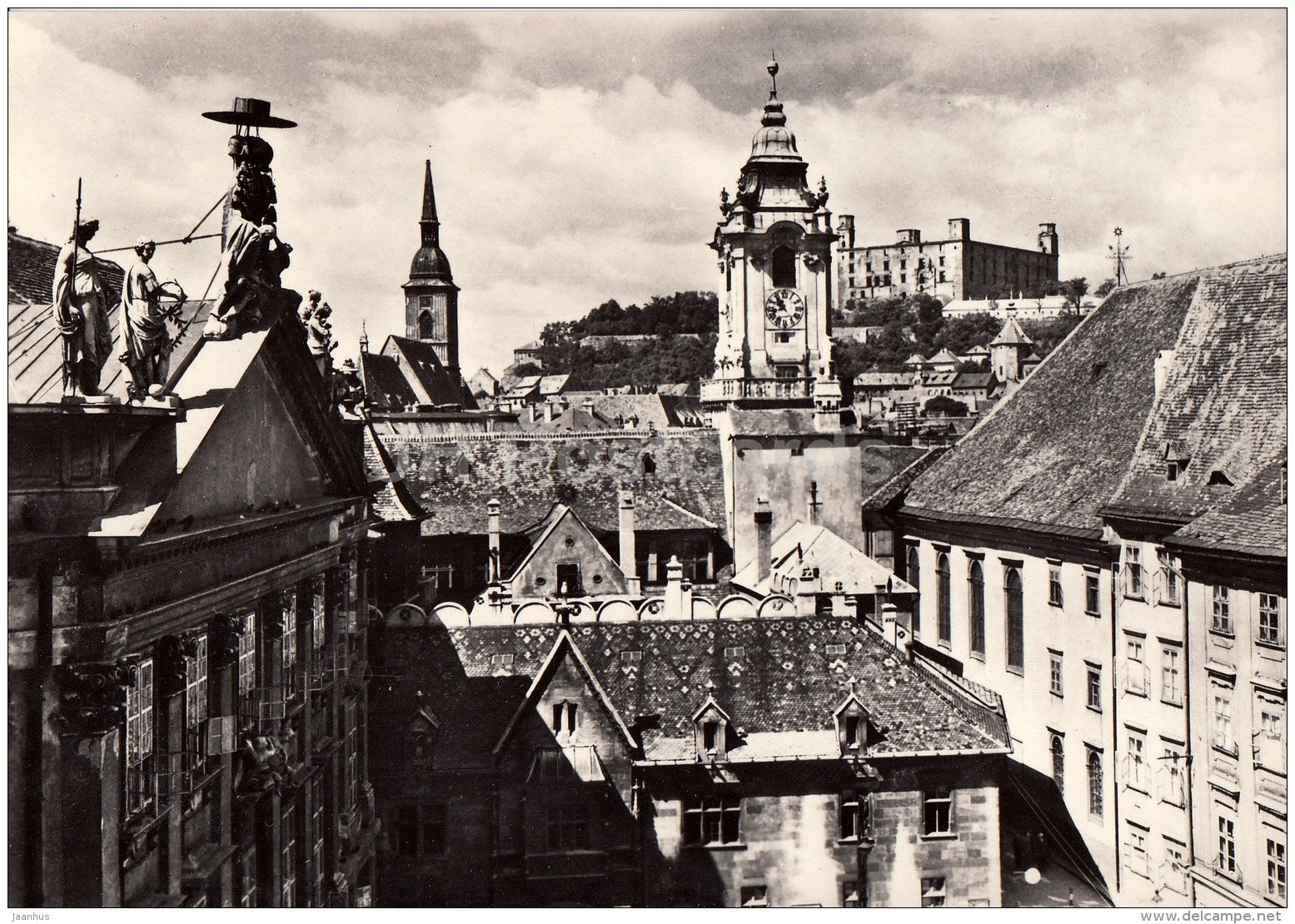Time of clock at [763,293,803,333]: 10:42
